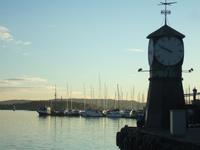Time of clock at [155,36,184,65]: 9:49
